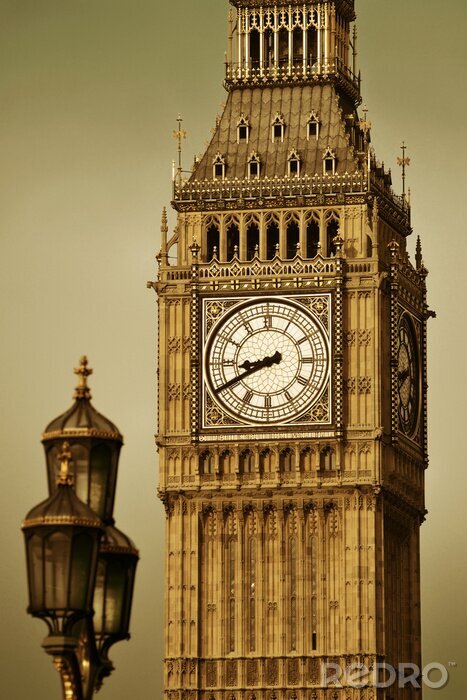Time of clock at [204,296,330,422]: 8:40
